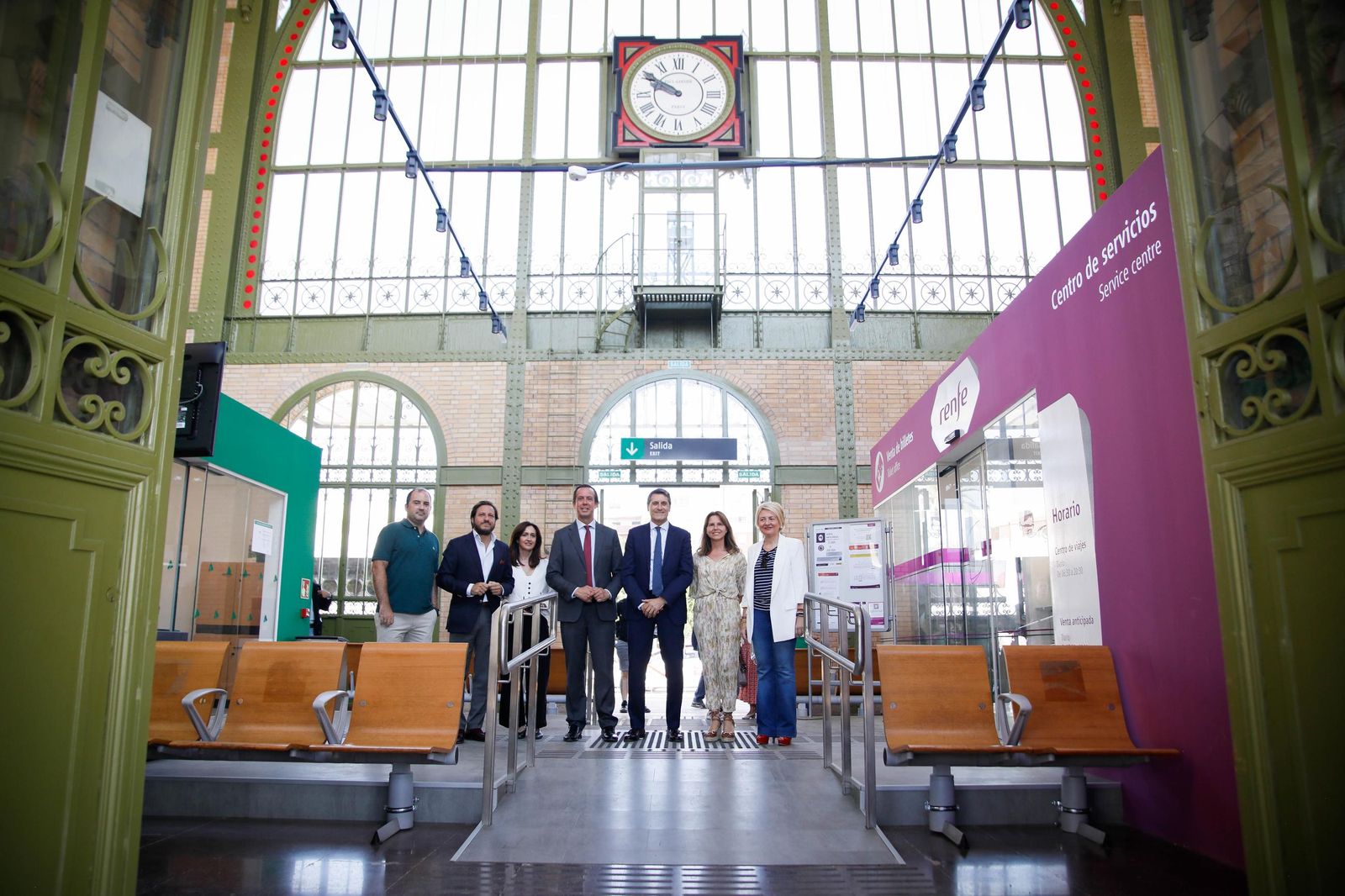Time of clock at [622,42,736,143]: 9:50
